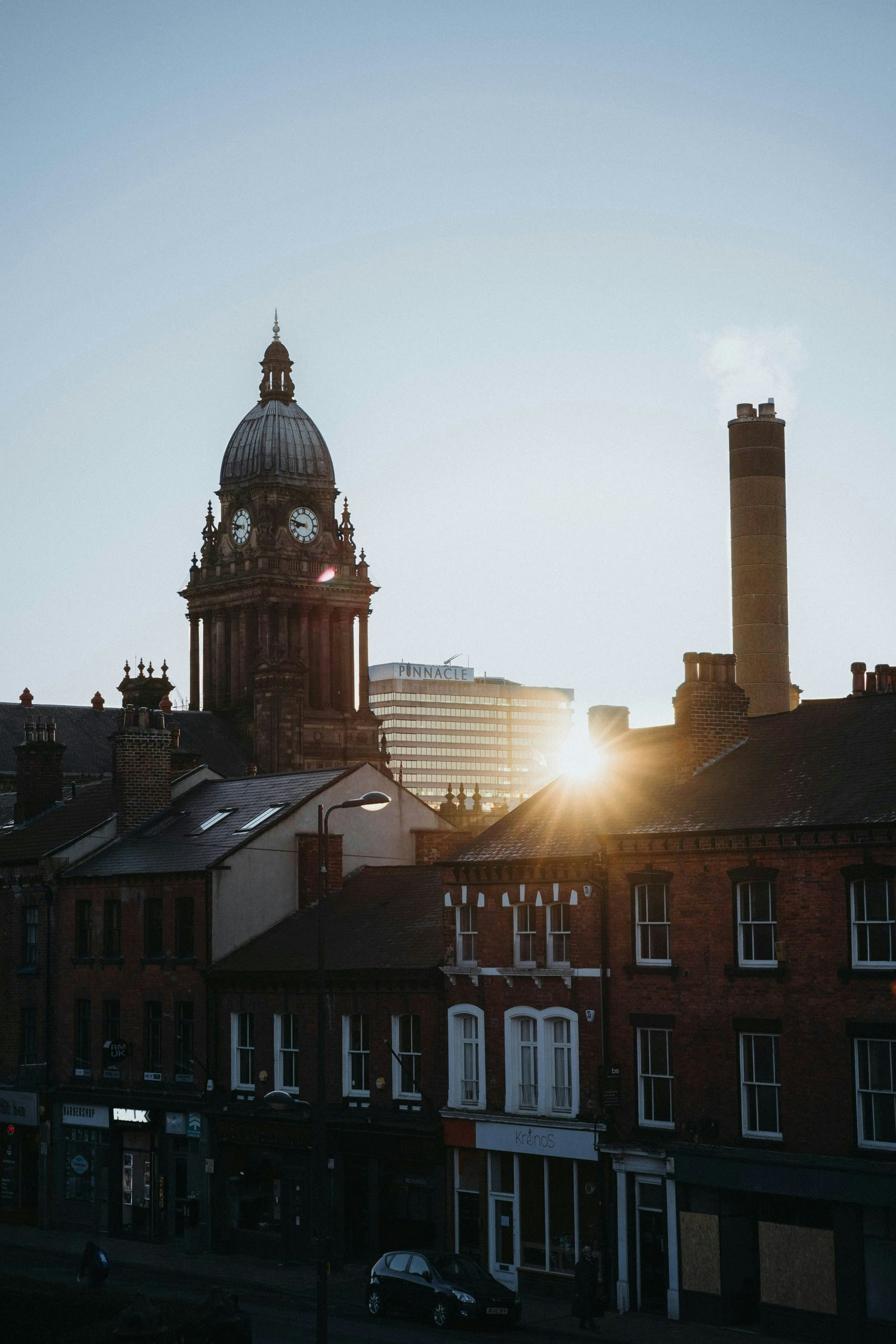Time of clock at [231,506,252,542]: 8:47
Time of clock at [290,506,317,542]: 8:47
